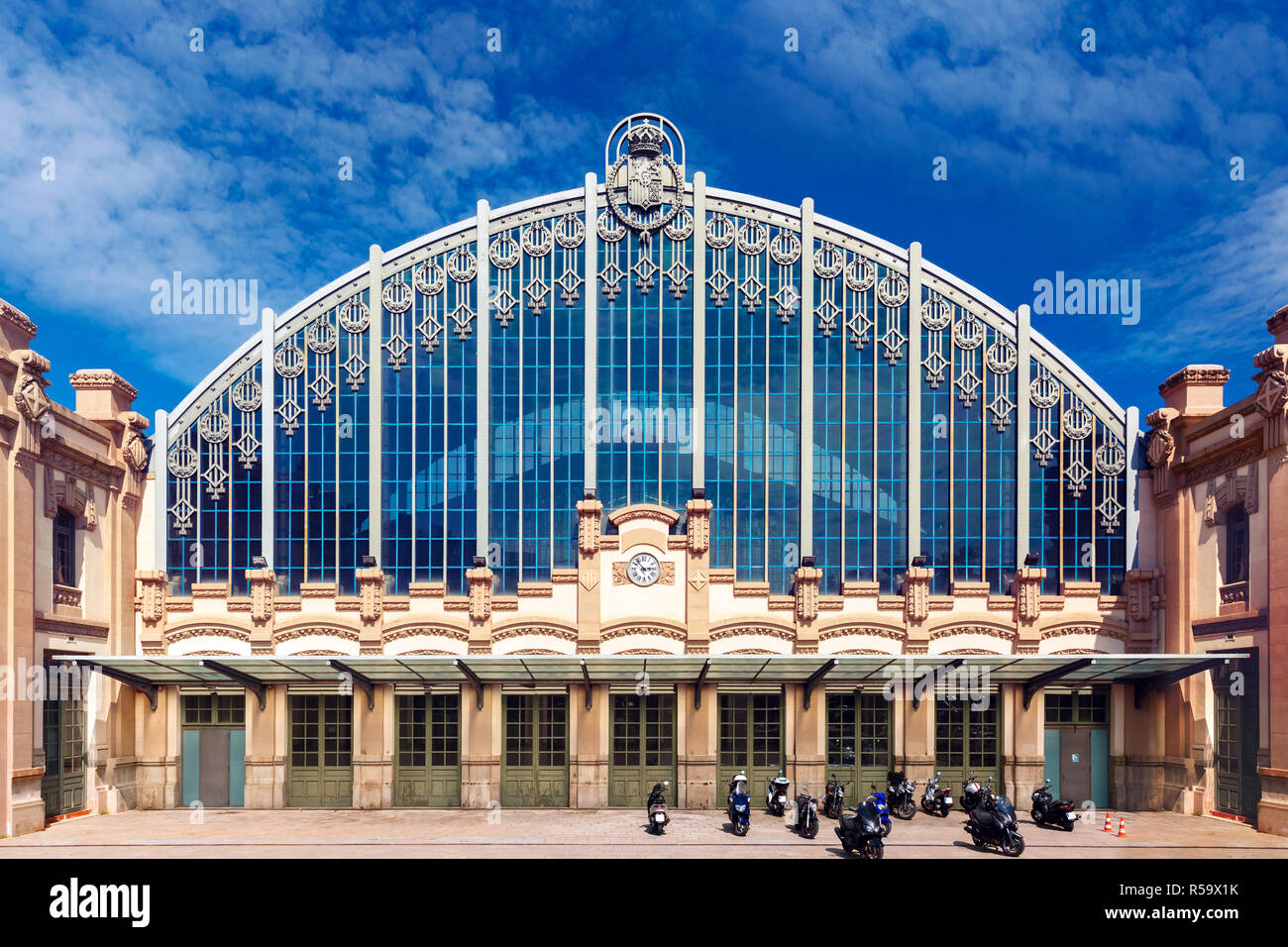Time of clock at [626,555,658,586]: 2:53
